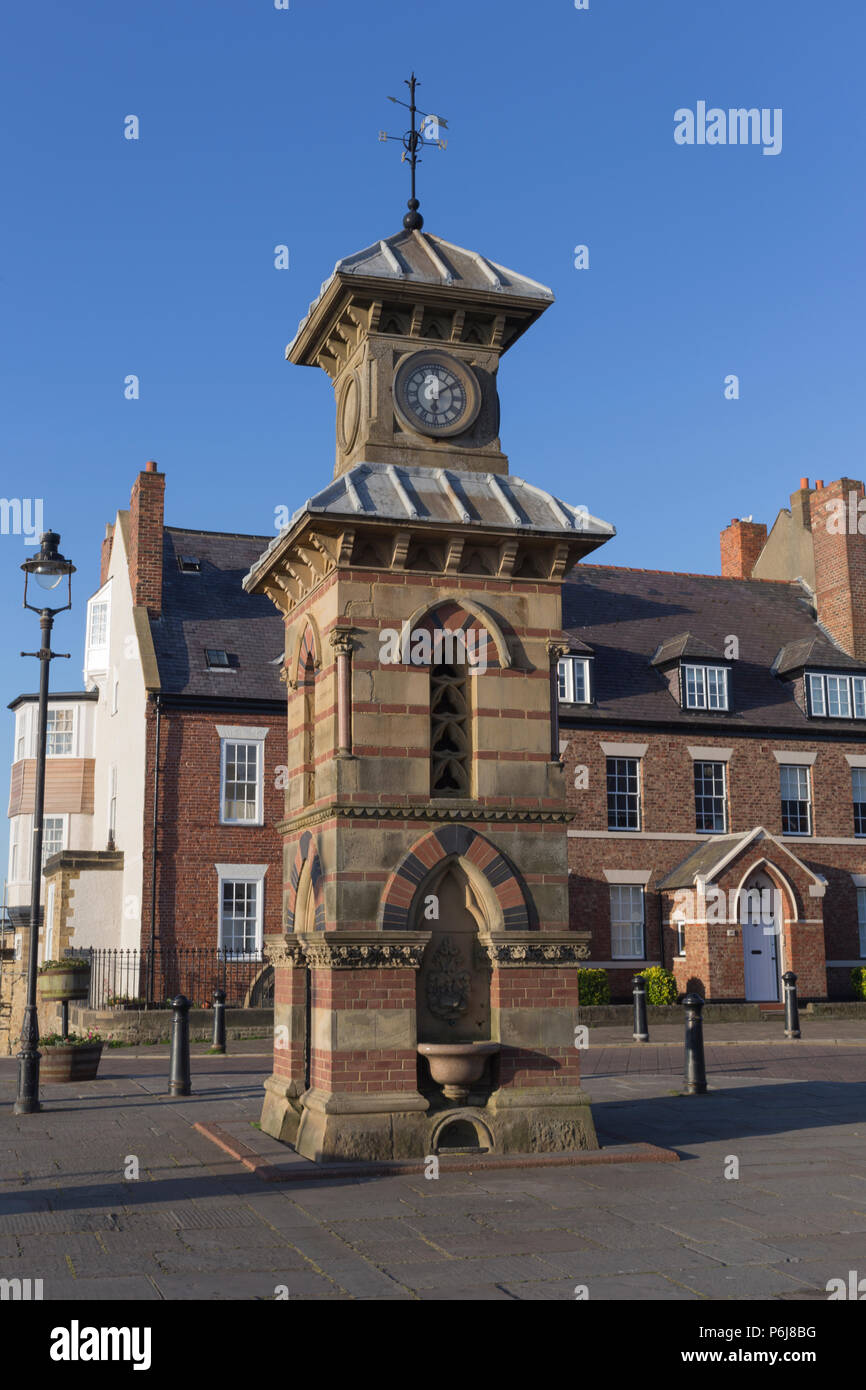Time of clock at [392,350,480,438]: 6:08
